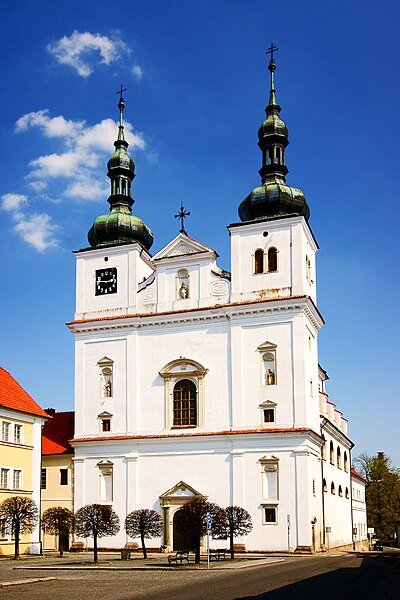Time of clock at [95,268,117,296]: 2:46
